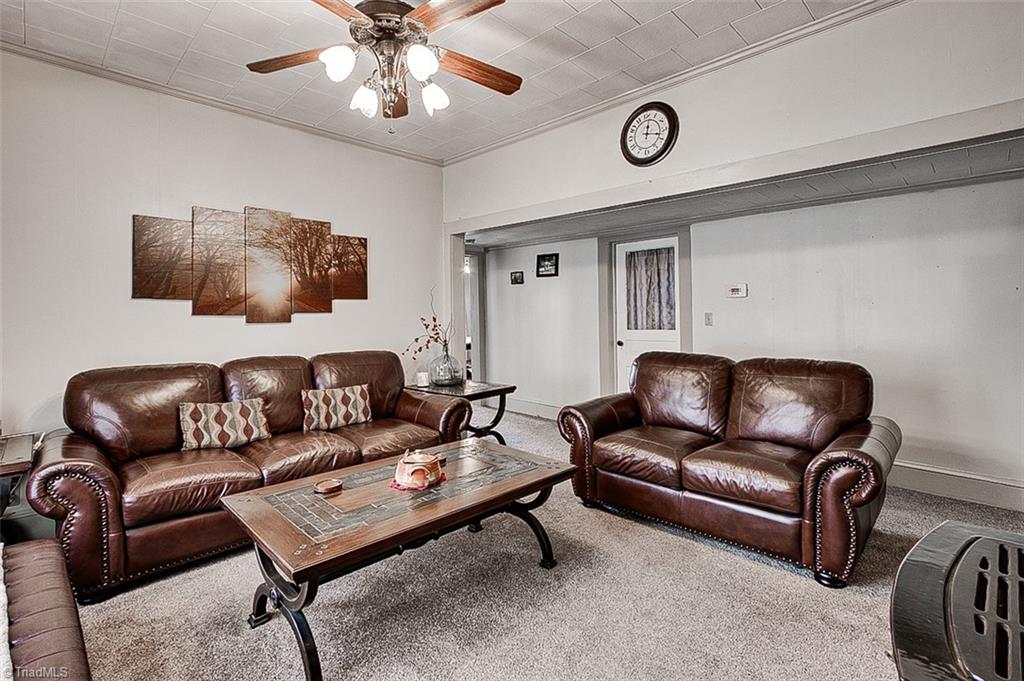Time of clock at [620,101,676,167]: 12:17
